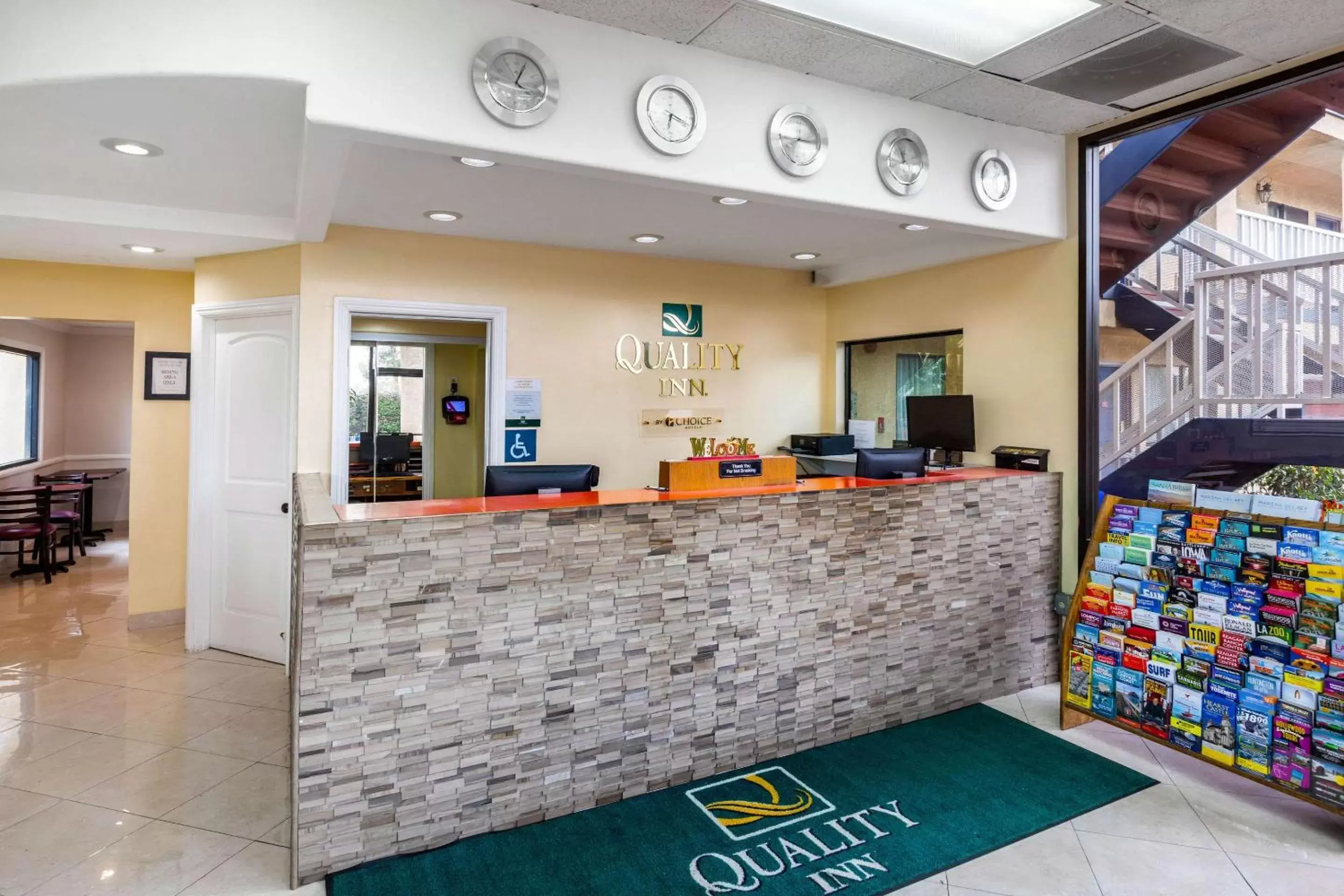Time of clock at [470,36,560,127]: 4:04
